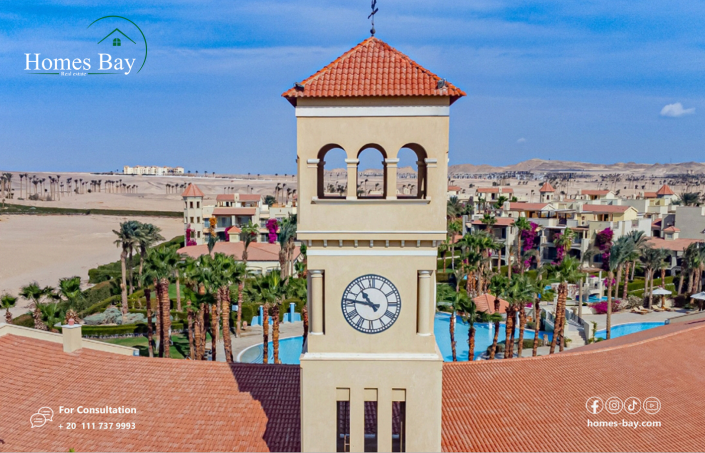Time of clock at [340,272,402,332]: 10:46
